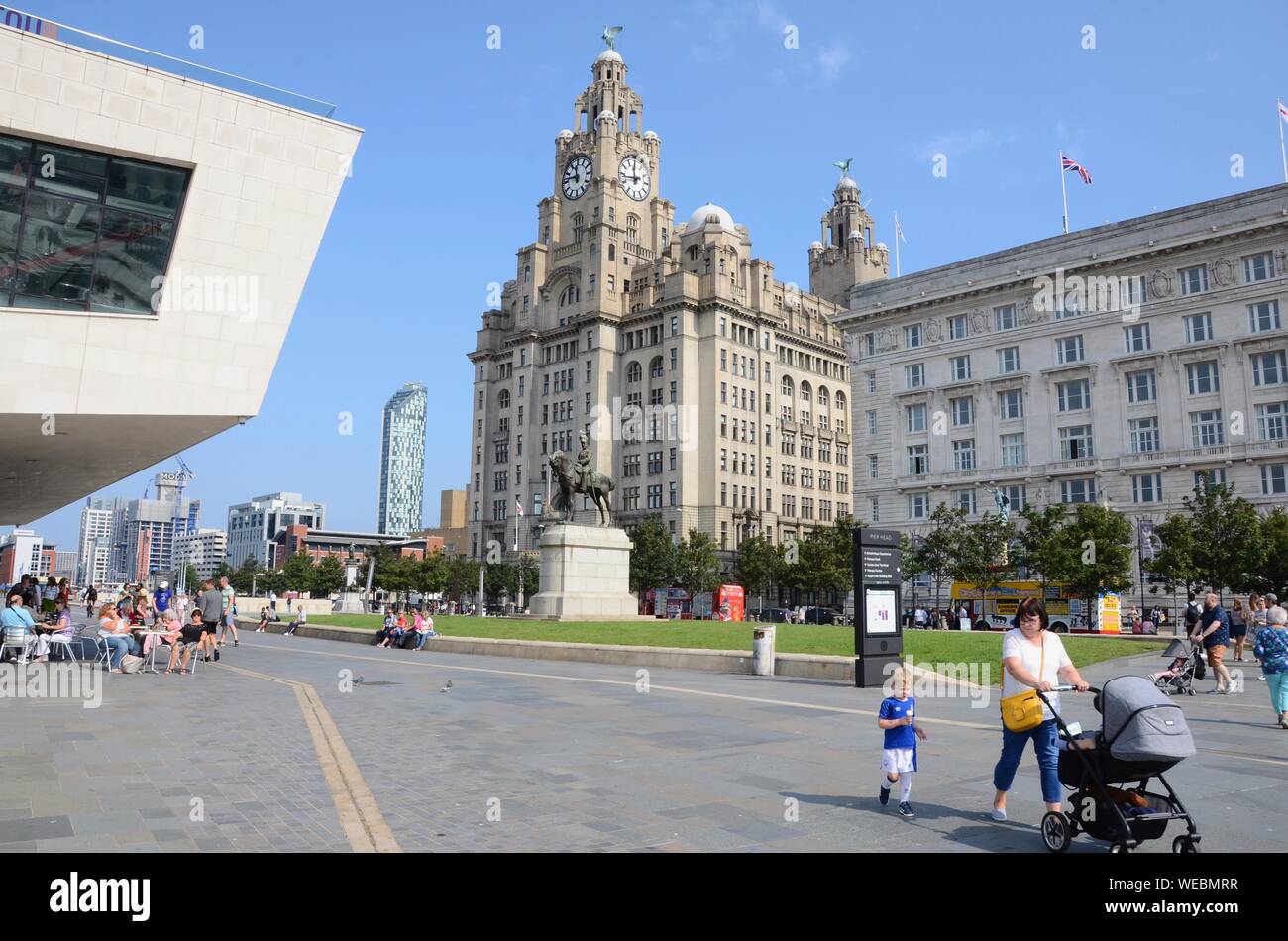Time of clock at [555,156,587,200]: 11:46
